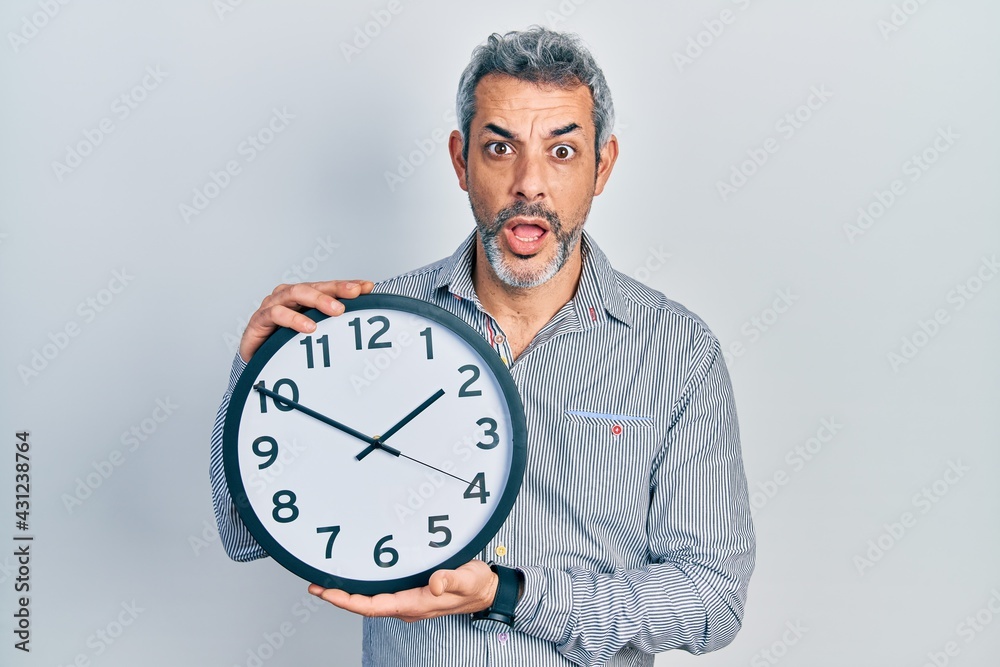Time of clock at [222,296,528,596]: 1:50
